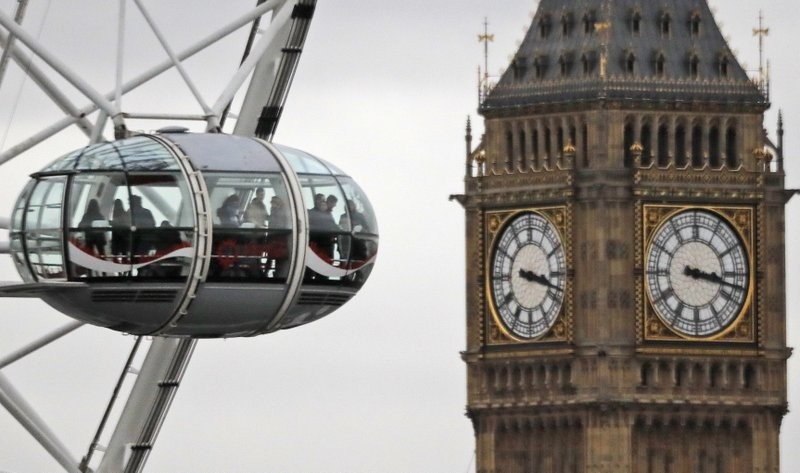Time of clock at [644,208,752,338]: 3:17
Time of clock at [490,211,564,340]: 3:17
